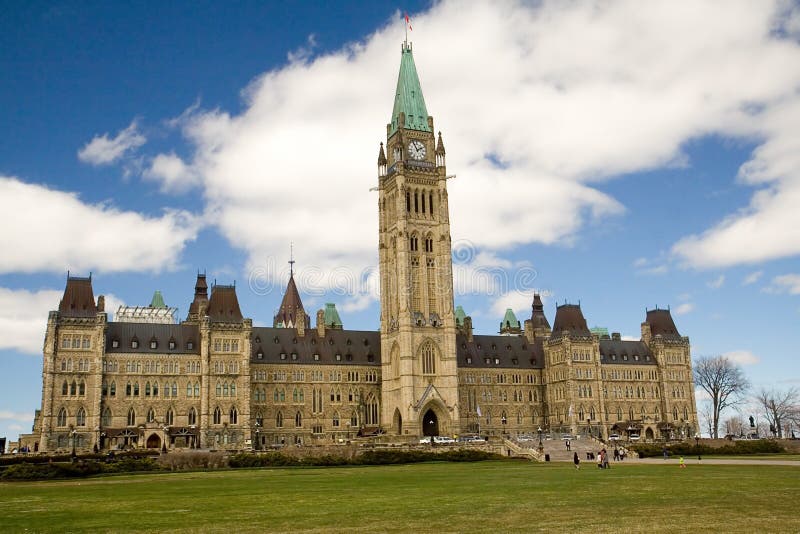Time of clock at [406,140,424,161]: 1:56
